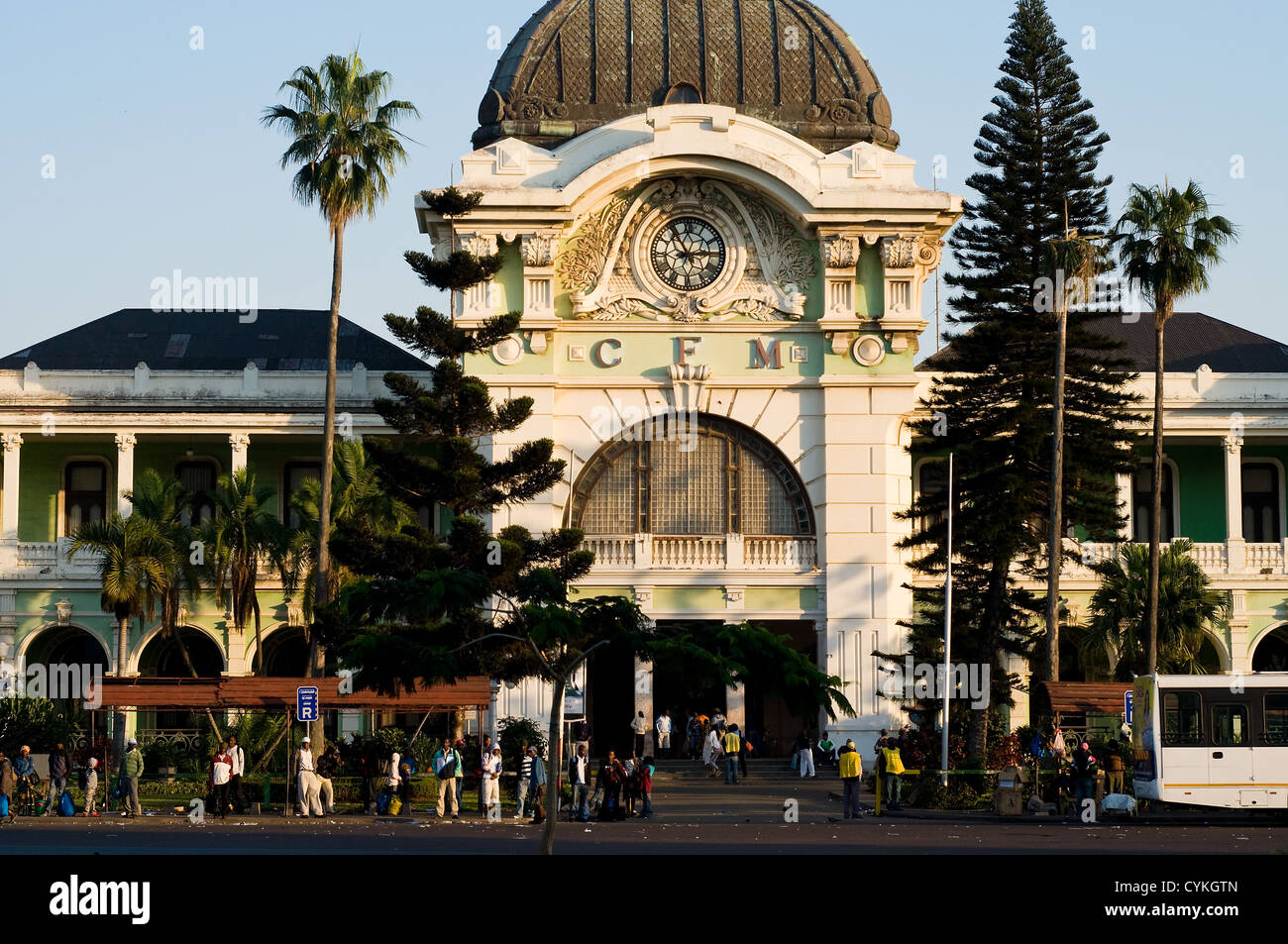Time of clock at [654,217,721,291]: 2:54
